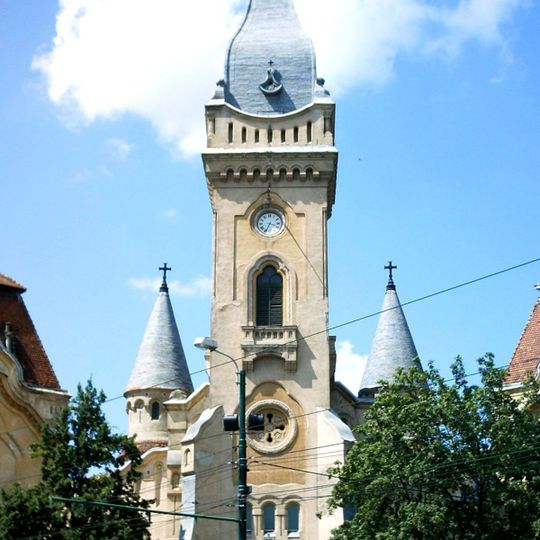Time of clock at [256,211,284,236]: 3:33
